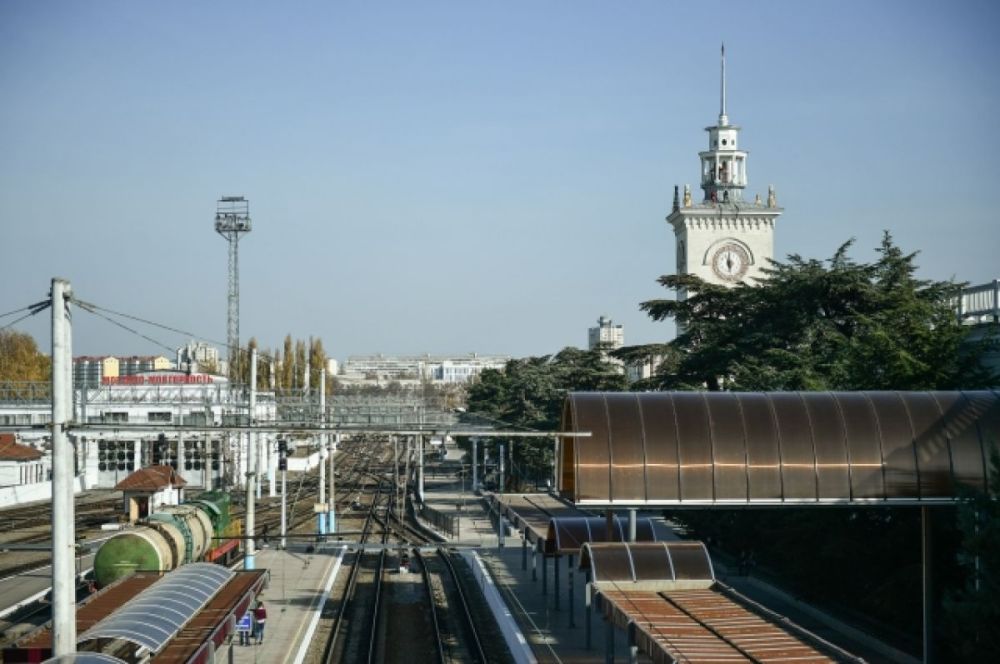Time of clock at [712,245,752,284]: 5:59
